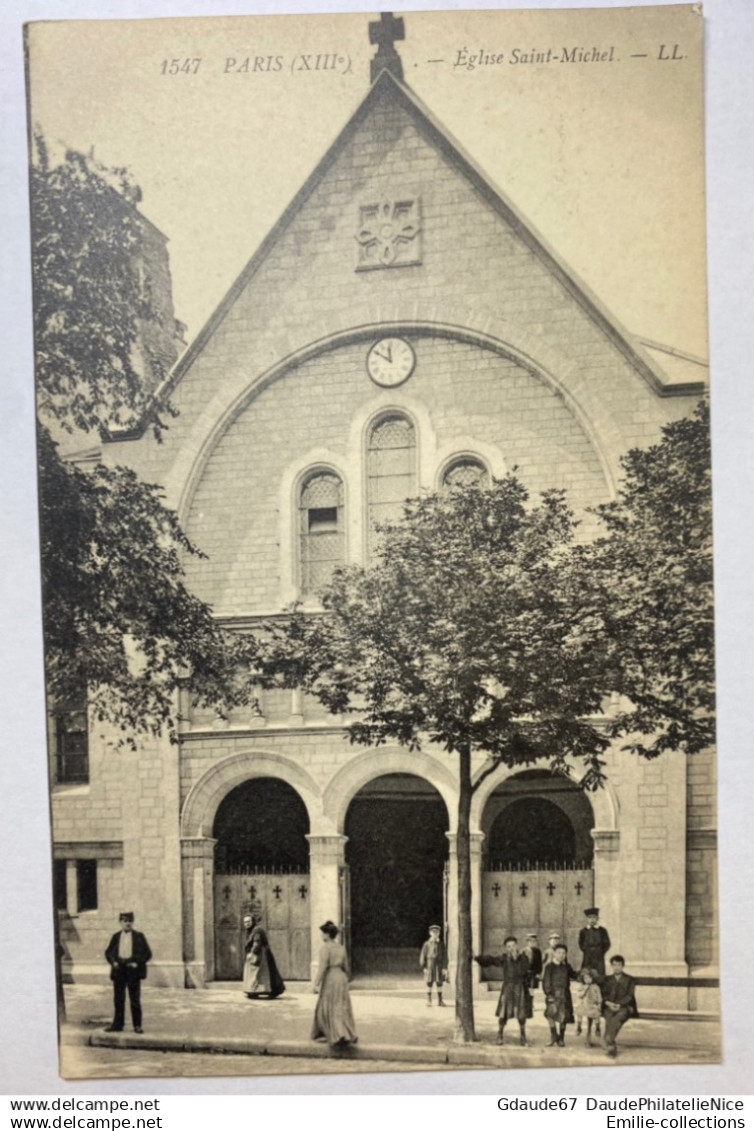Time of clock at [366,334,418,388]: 11:50
